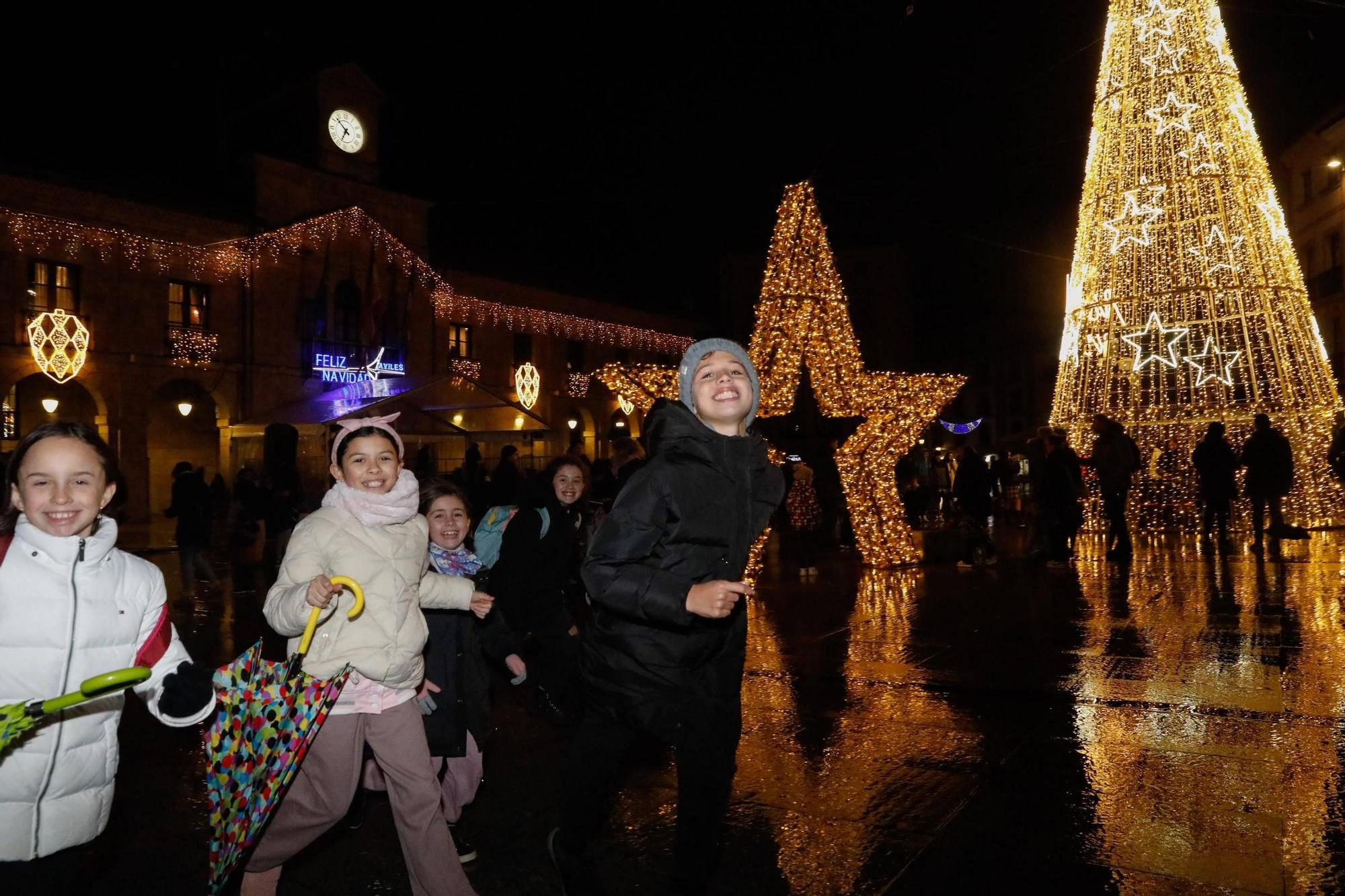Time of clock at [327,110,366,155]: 6:52
